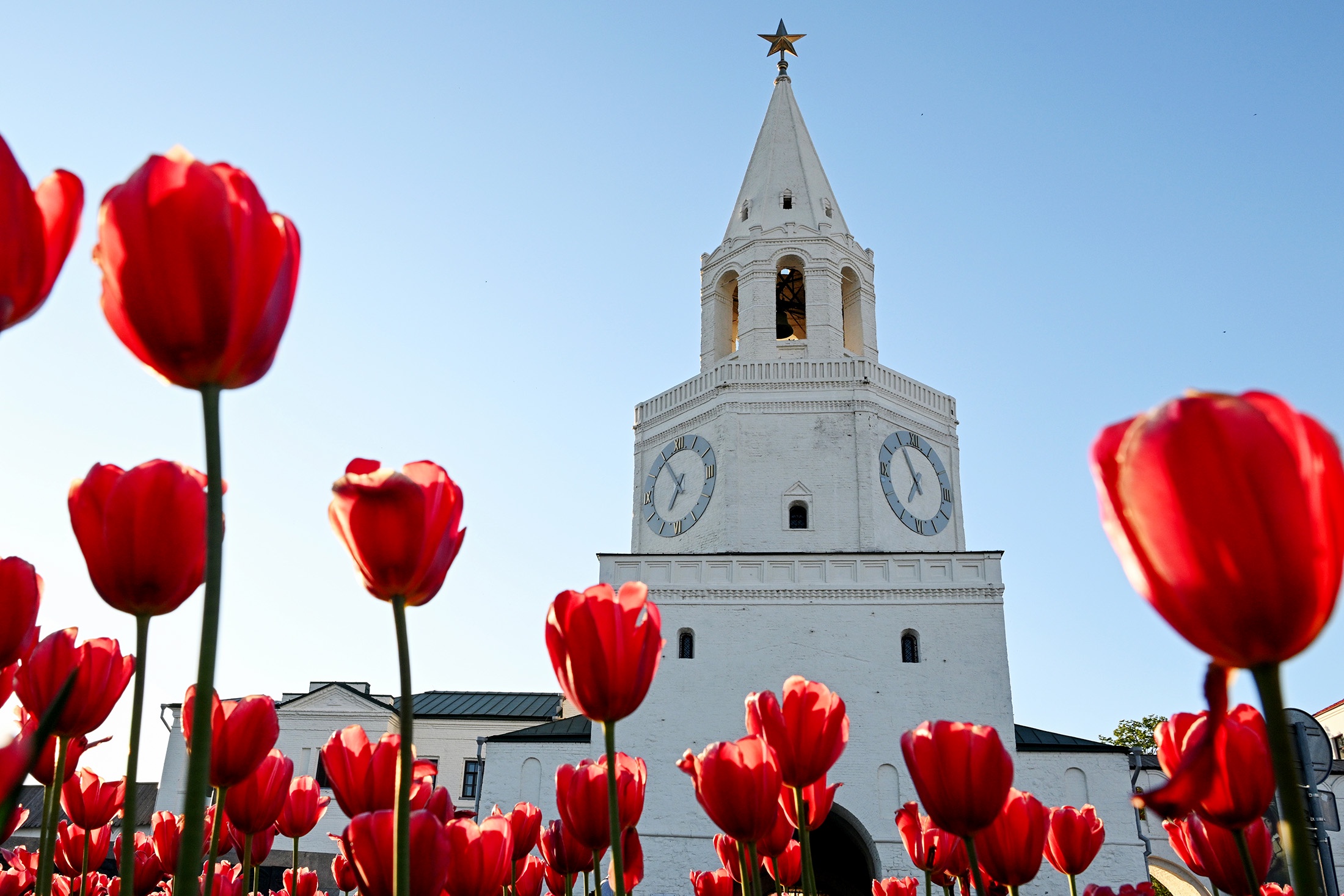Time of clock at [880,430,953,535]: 6:55
